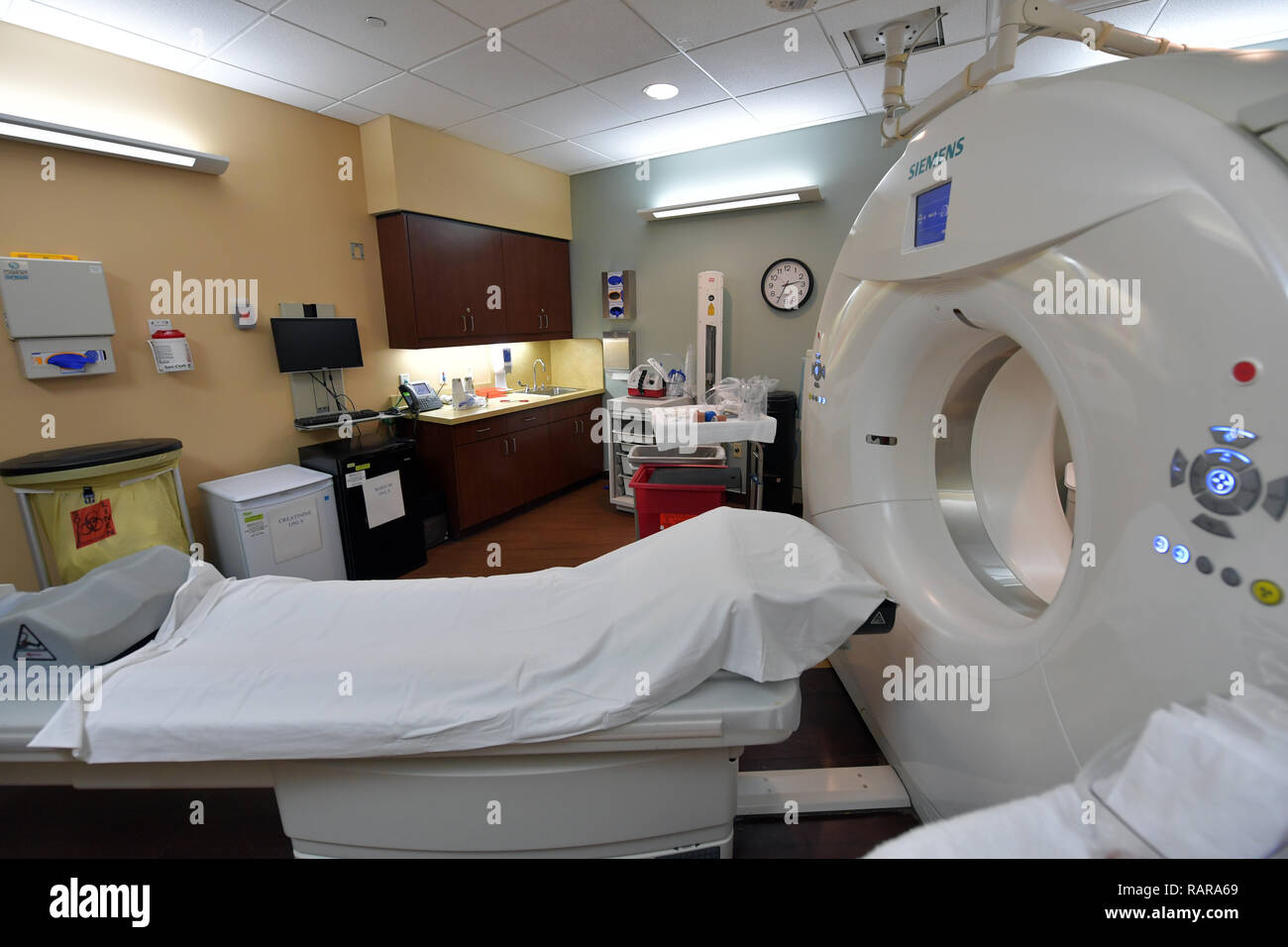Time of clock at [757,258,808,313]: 2:34
